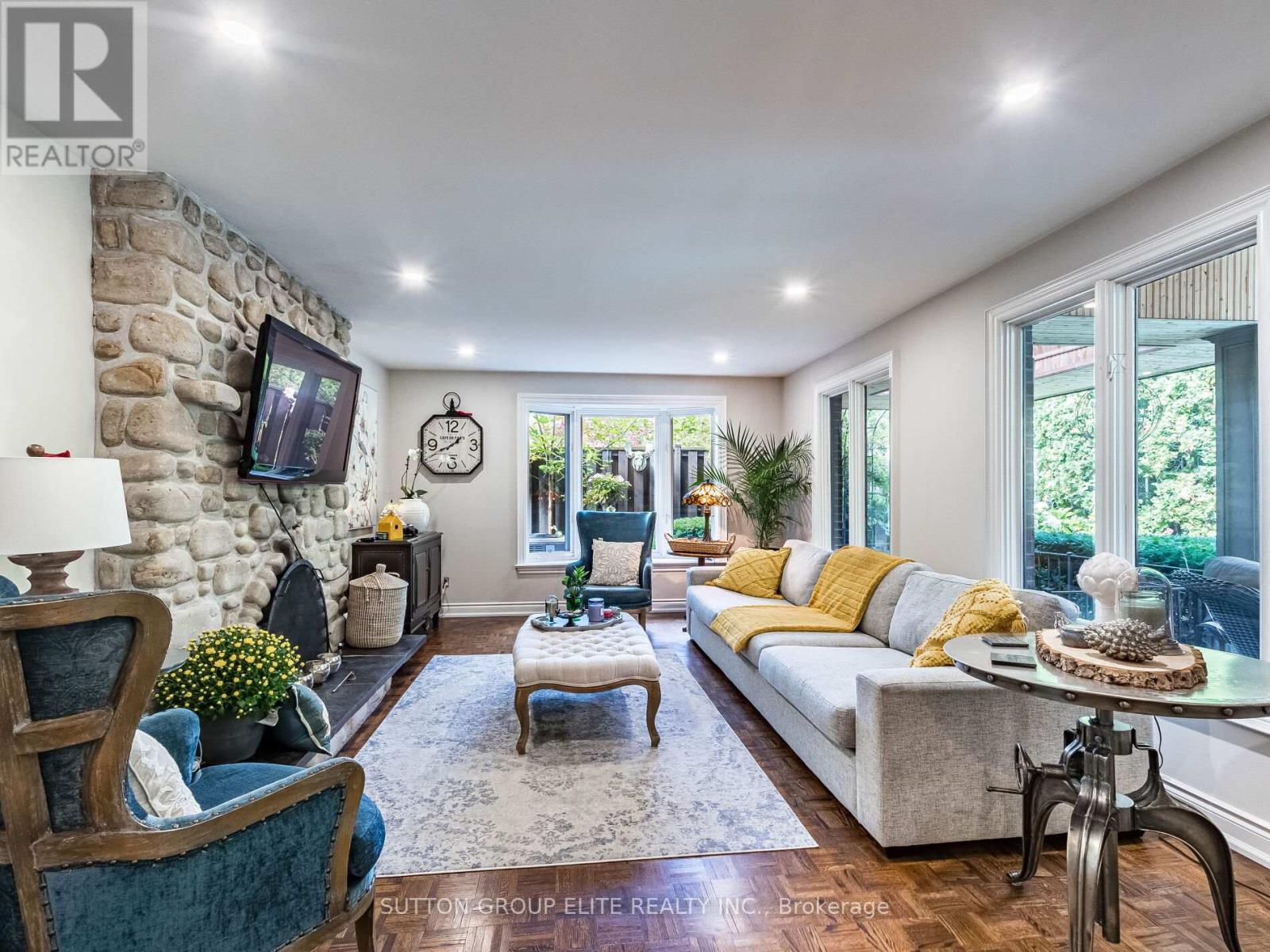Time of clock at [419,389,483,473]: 1:40
